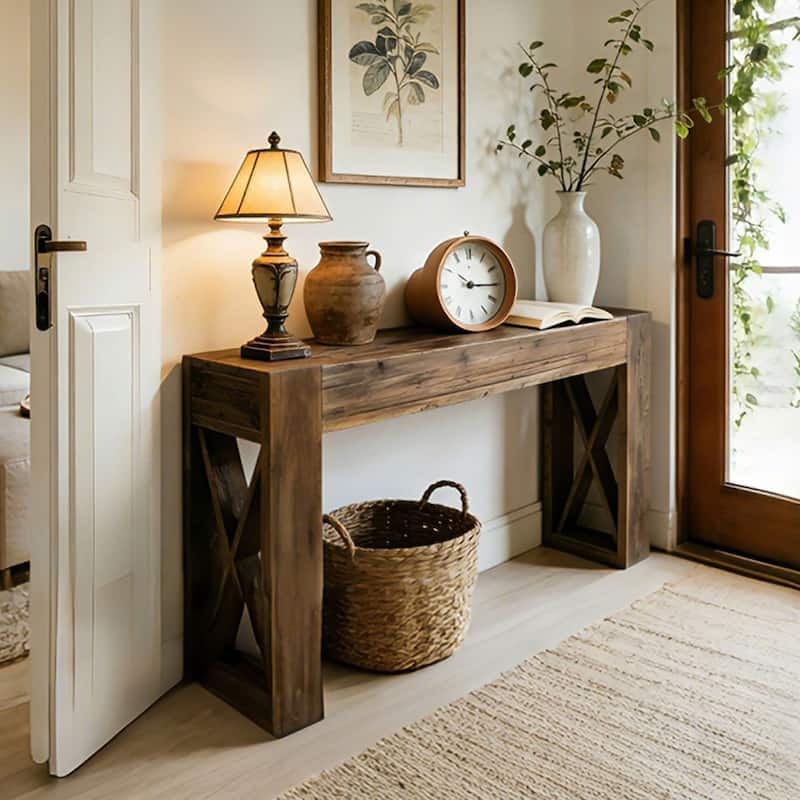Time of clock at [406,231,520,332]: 10:15
